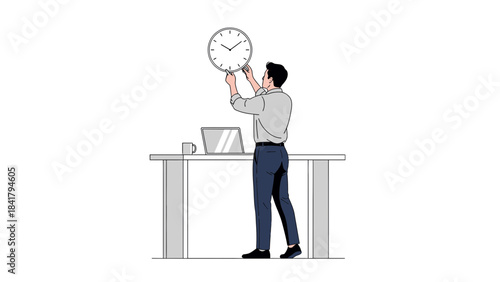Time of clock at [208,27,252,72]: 10:08
